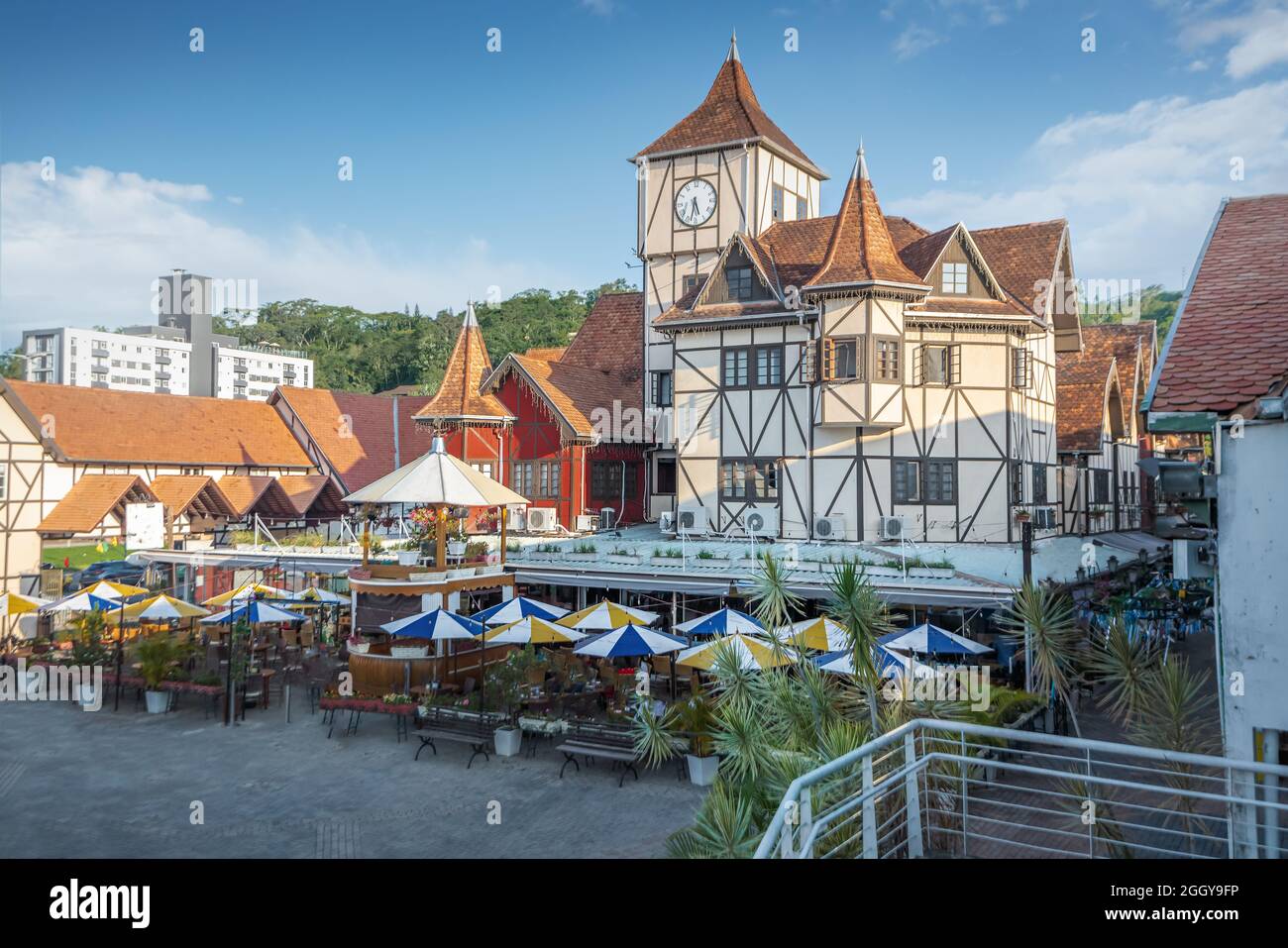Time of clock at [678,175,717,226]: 5:32
